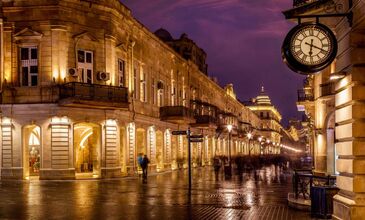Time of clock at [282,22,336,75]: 6:18
